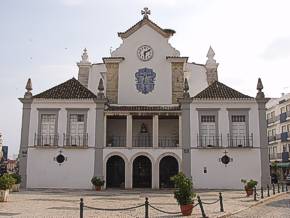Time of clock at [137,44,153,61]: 6:10
